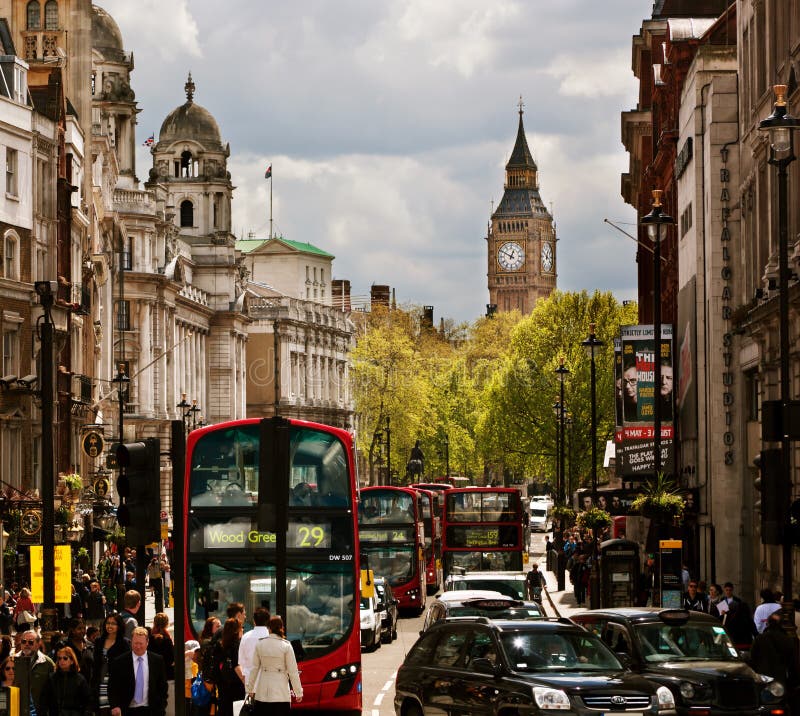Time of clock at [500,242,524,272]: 12:49
